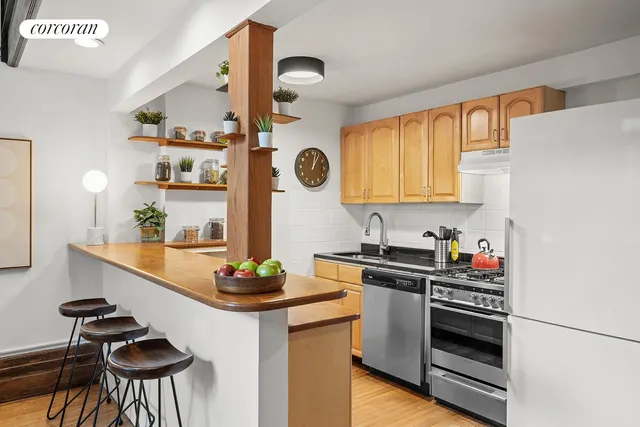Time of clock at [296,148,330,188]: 1:02
